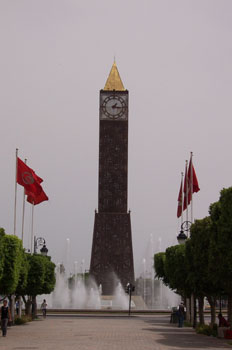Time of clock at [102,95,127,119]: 1:16
